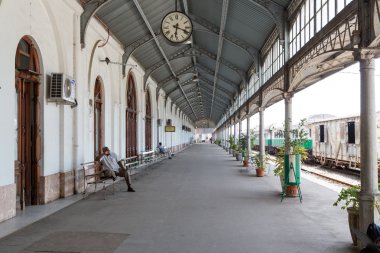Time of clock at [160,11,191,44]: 6:18
